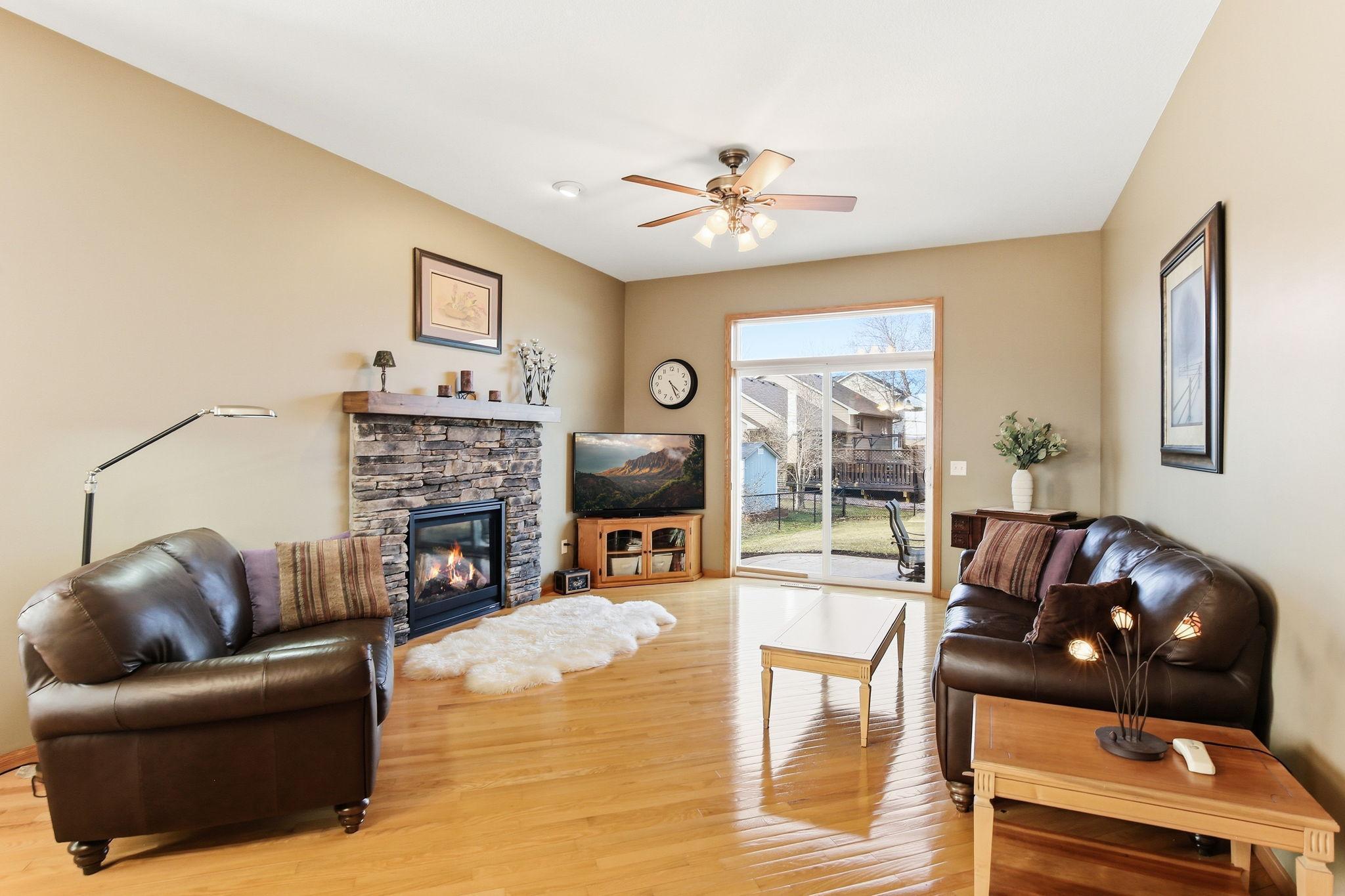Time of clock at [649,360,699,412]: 4:26
